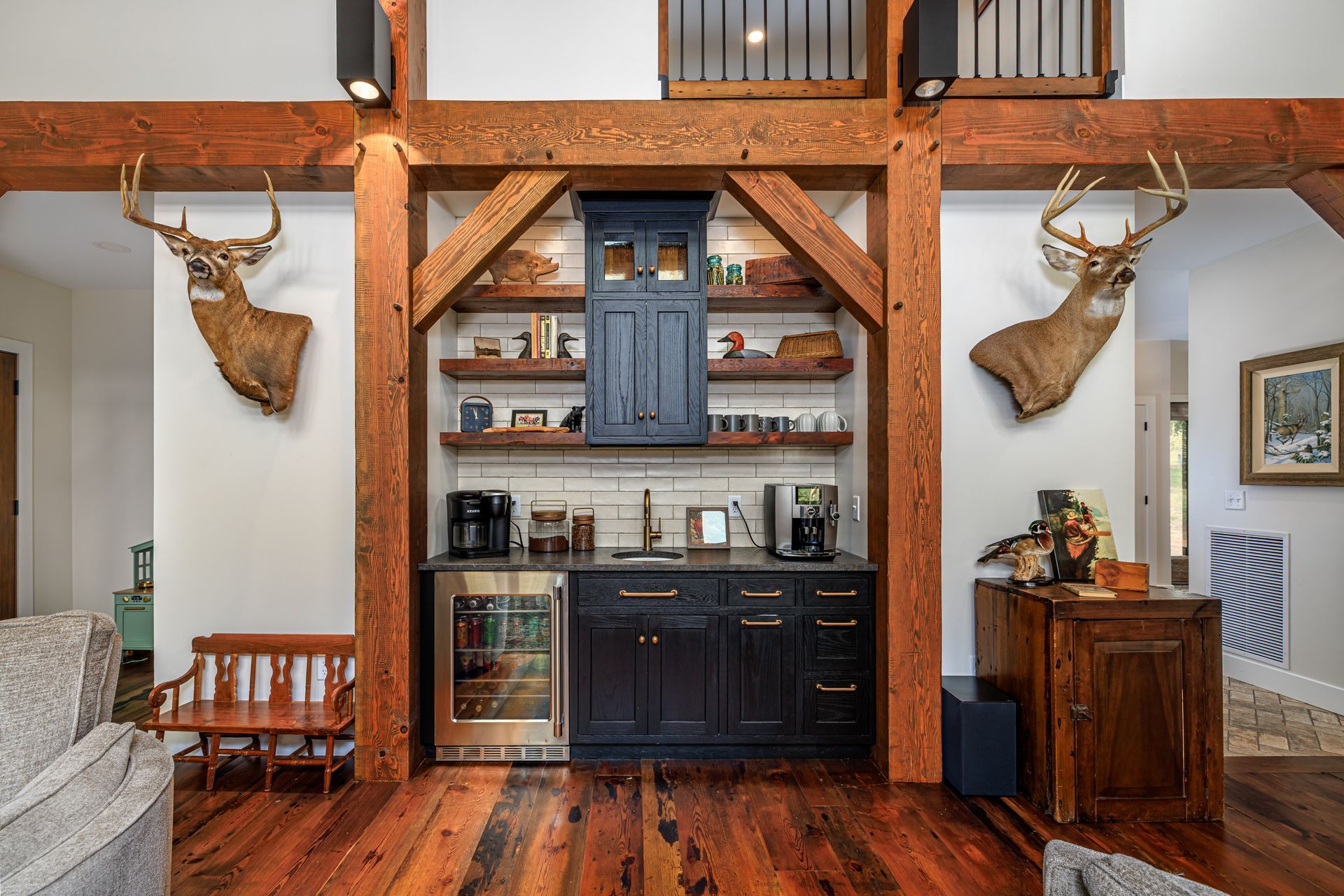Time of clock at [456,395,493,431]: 11:56
